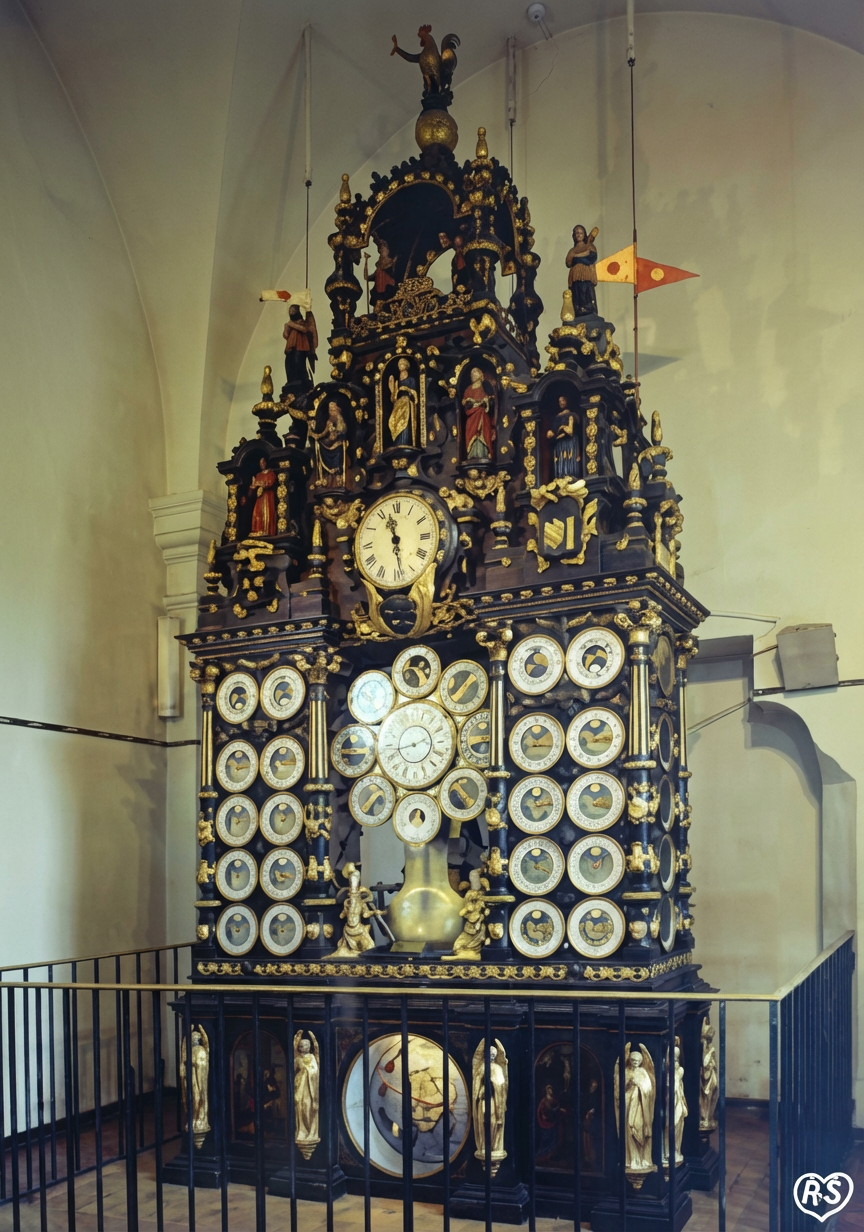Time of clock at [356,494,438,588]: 11:28
